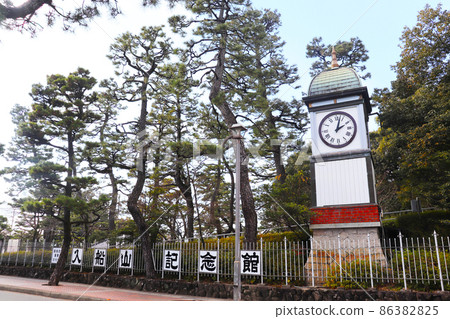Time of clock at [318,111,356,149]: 2:02
